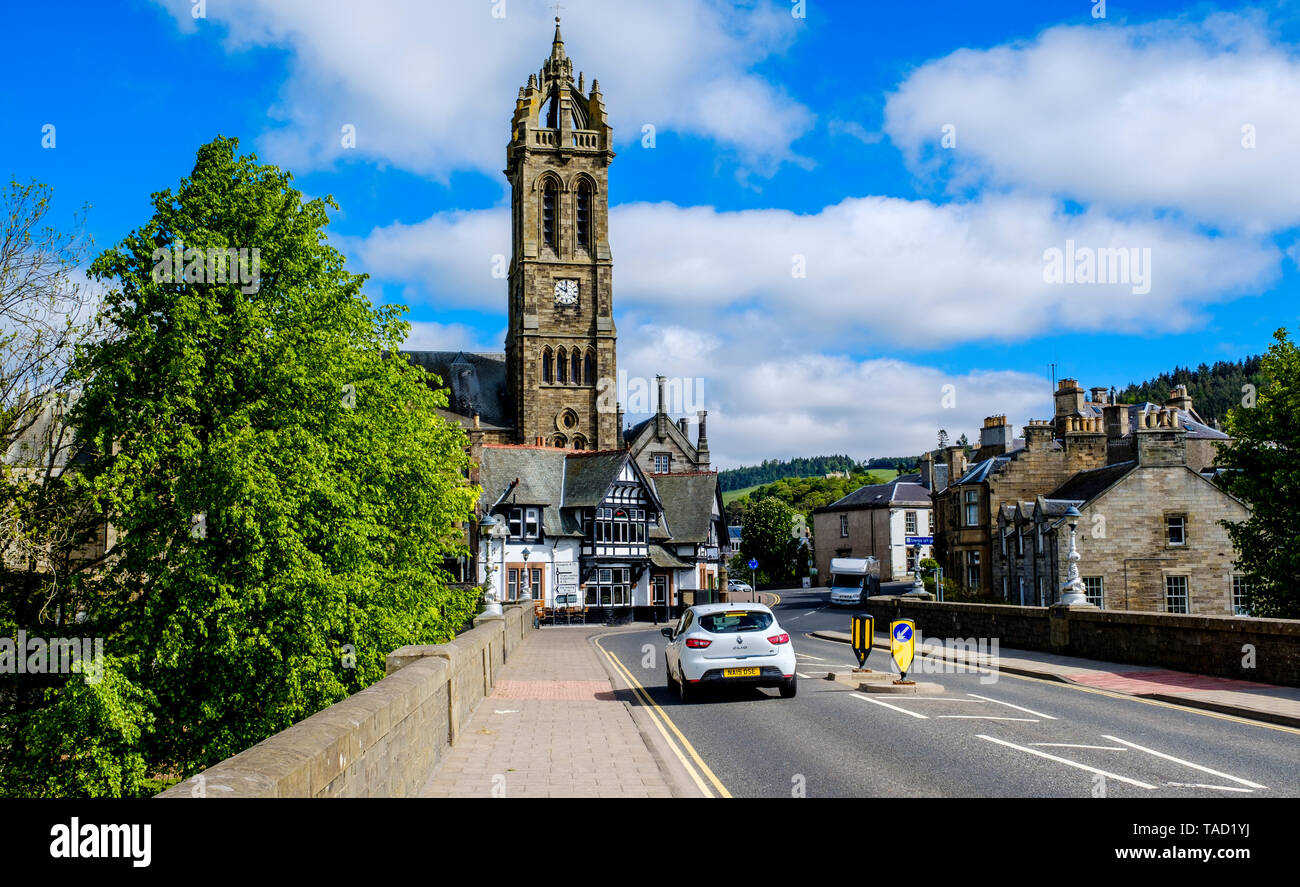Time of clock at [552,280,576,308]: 10:00
